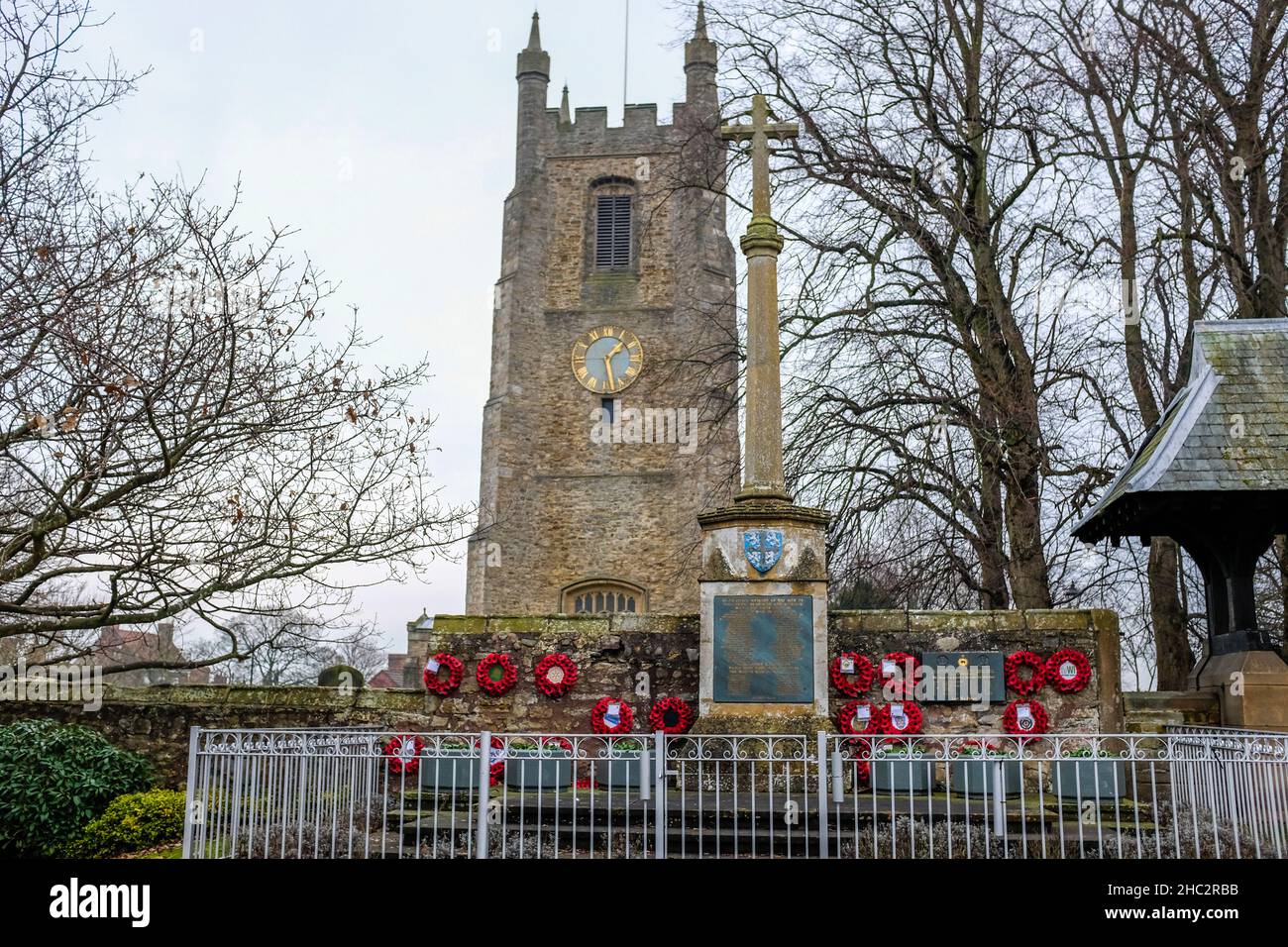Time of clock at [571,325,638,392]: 1:27
